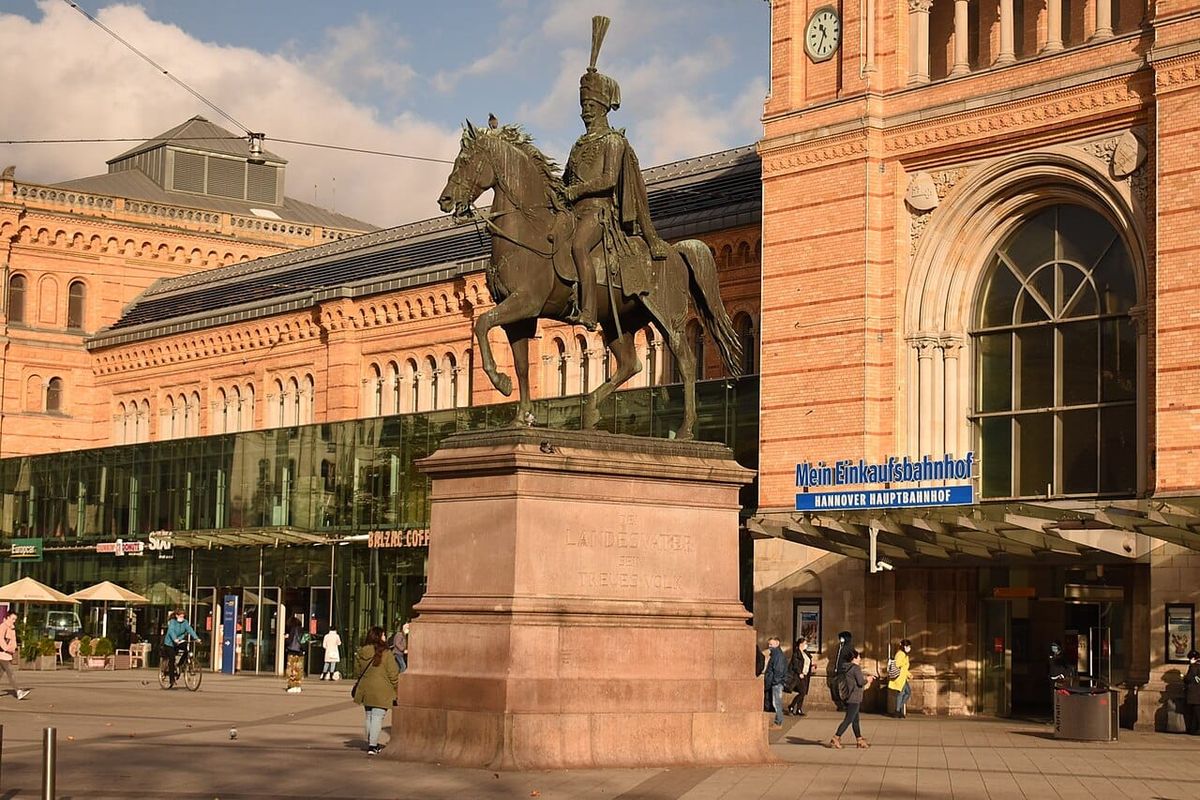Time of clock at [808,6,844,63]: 10:34
